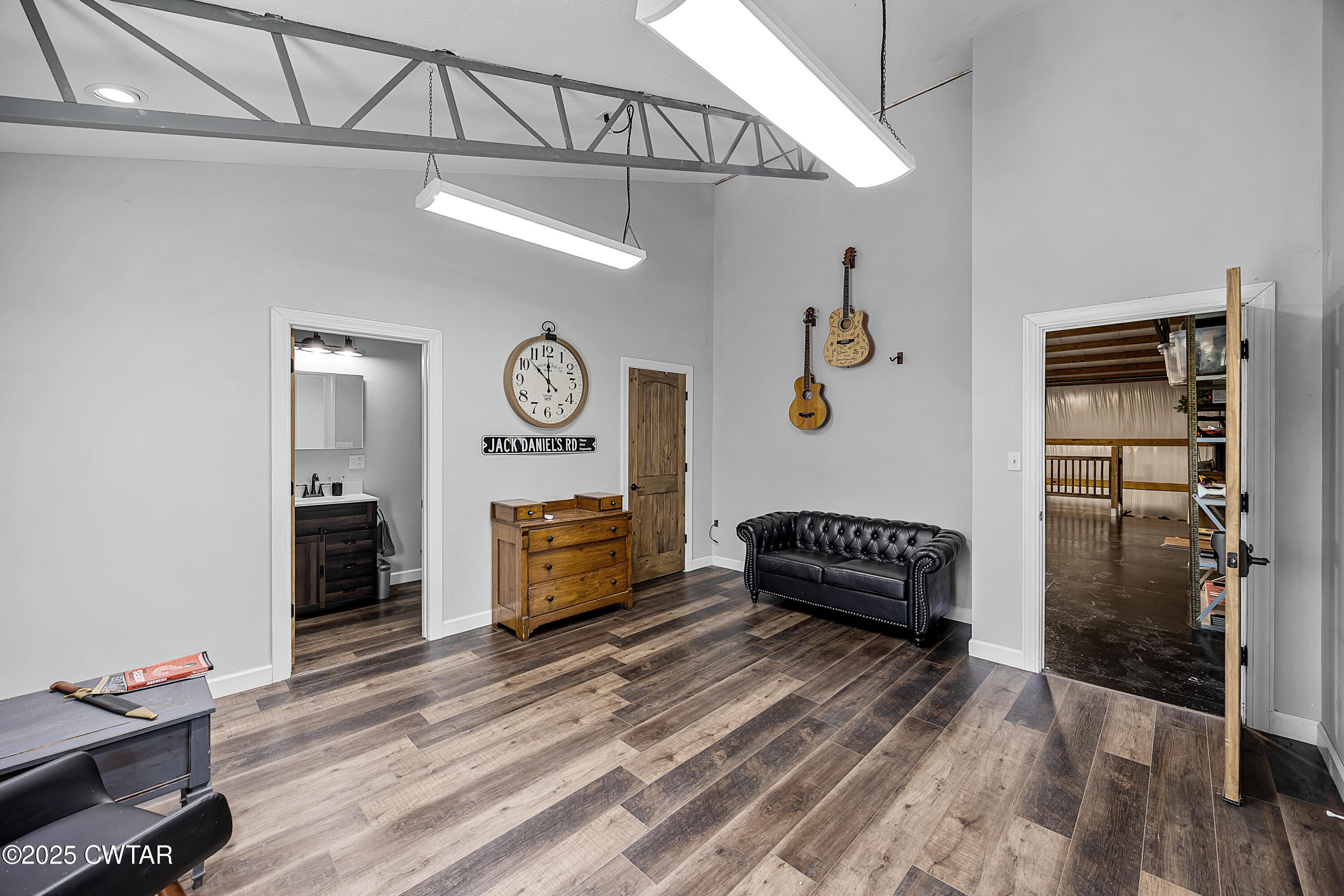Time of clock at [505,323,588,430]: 11:52
